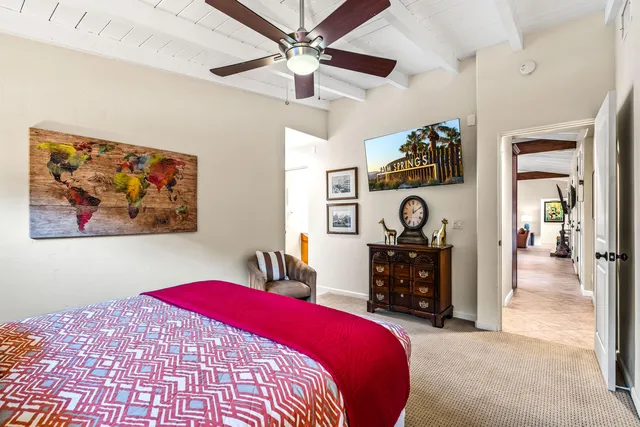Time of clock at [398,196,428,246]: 12:09
